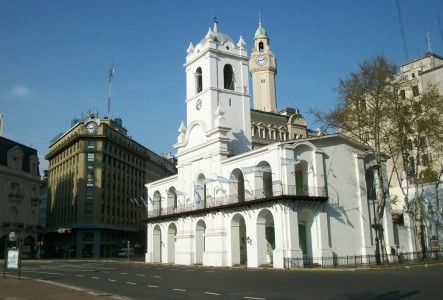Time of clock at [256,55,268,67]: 9:10
